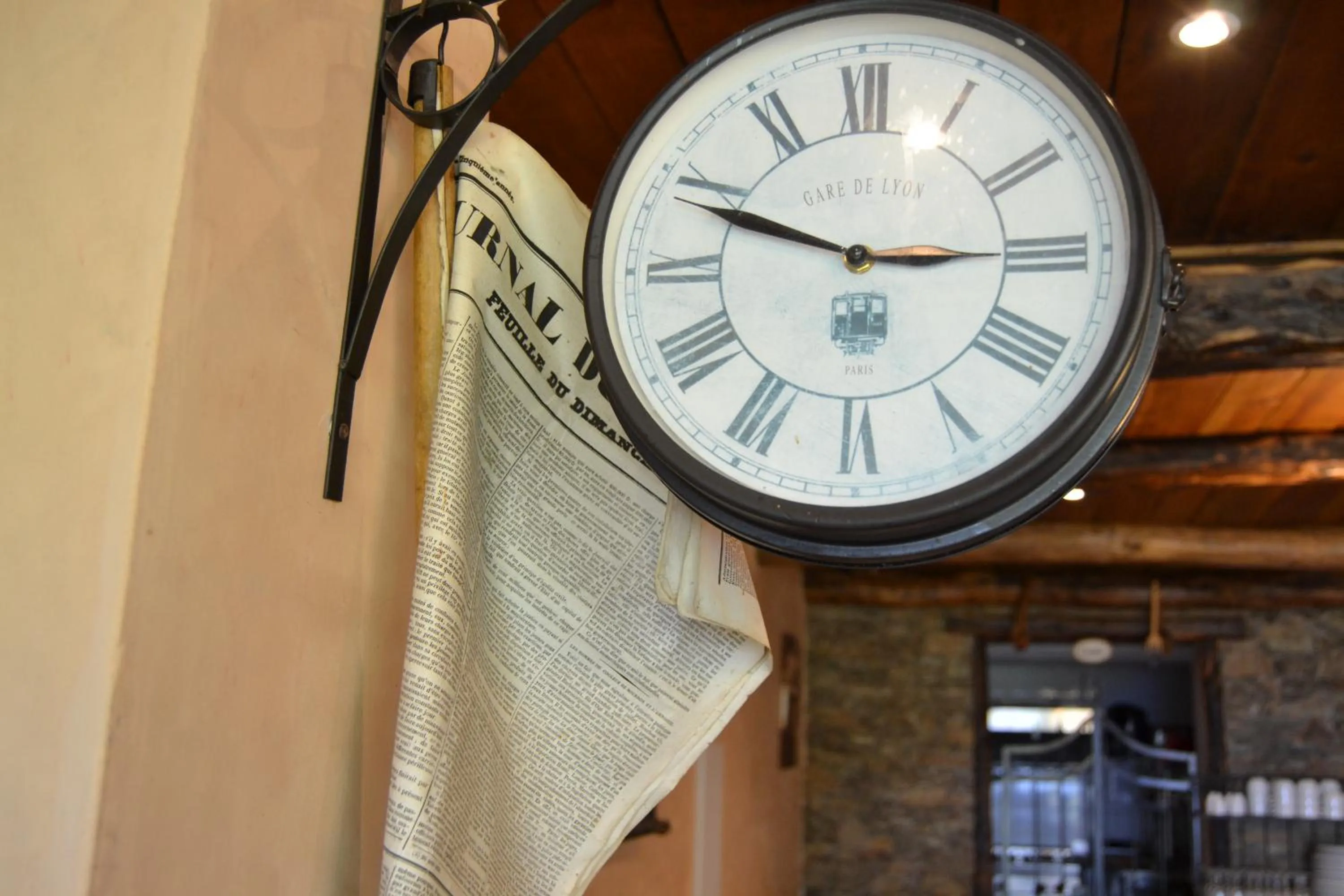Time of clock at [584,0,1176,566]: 2:48
